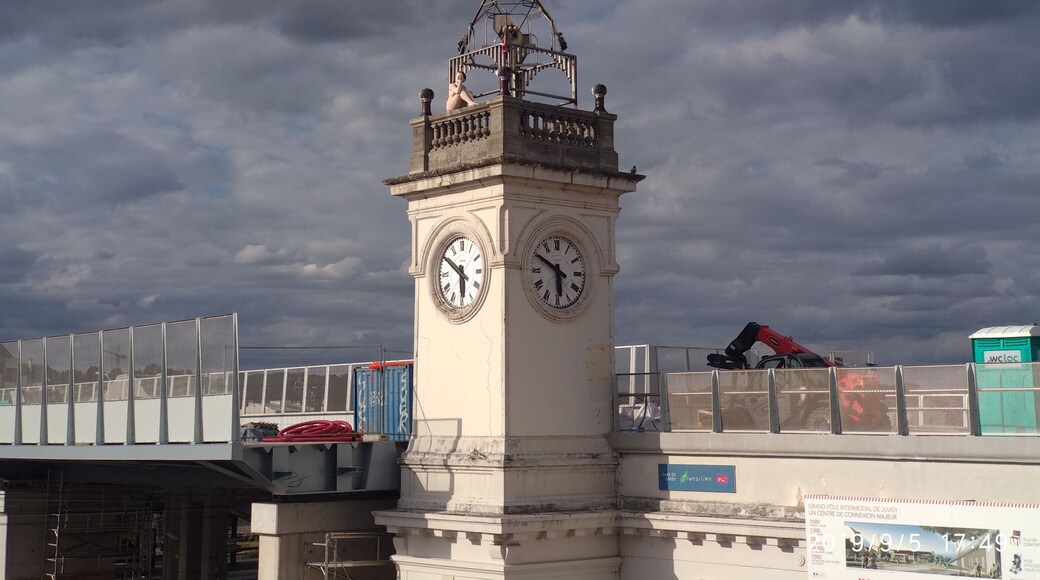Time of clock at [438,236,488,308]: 5:50
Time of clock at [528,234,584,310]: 5:49
